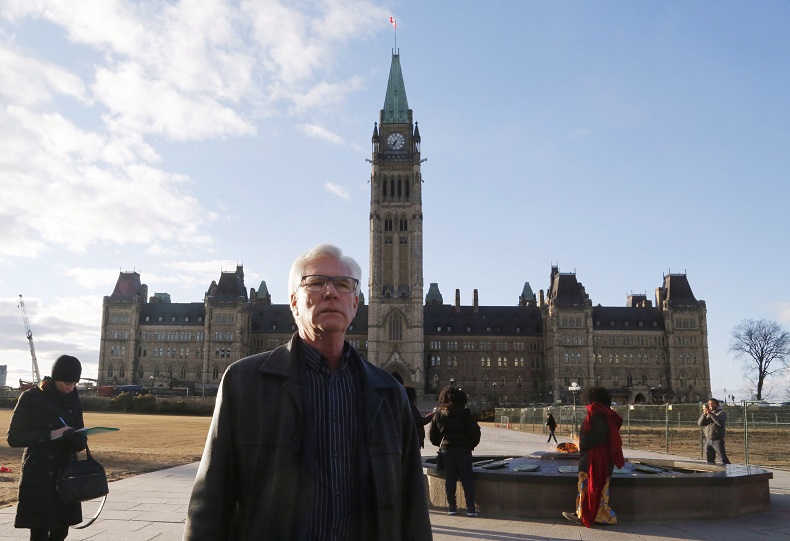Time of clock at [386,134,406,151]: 6:36
